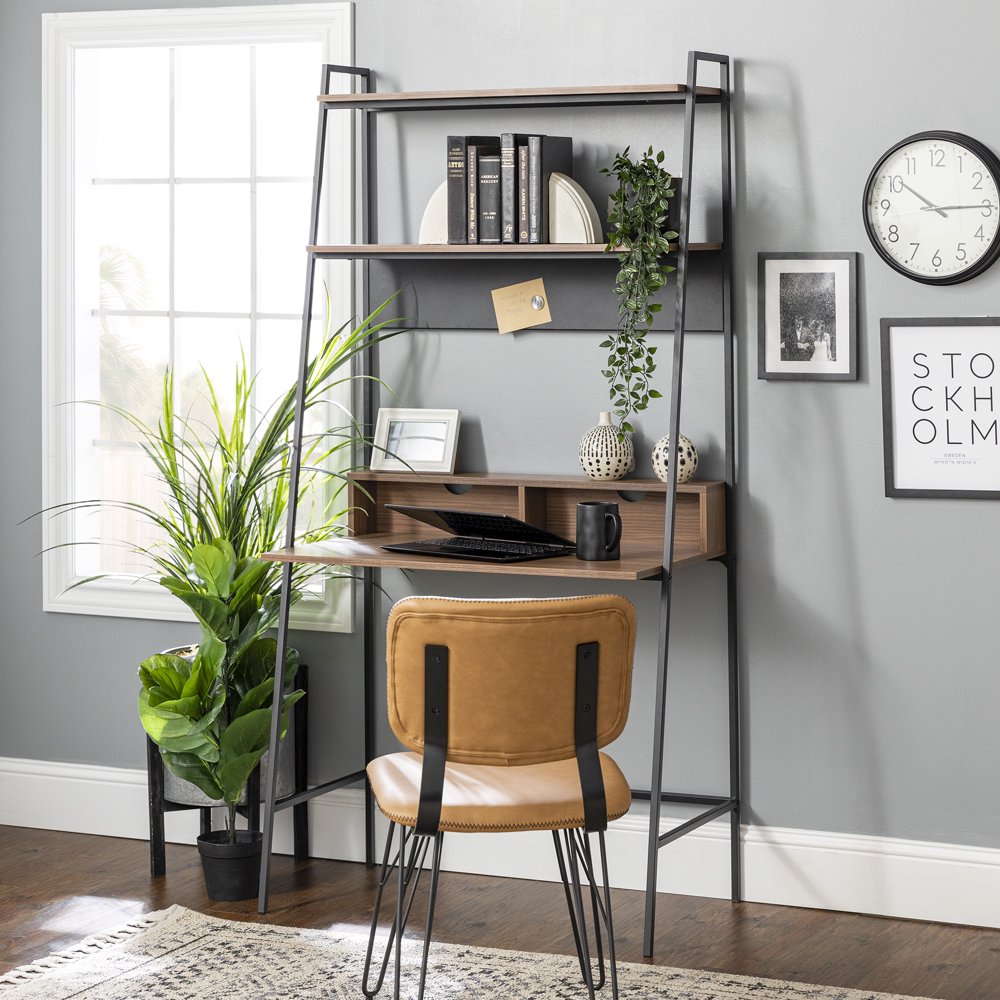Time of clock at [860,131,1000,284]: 10:14
